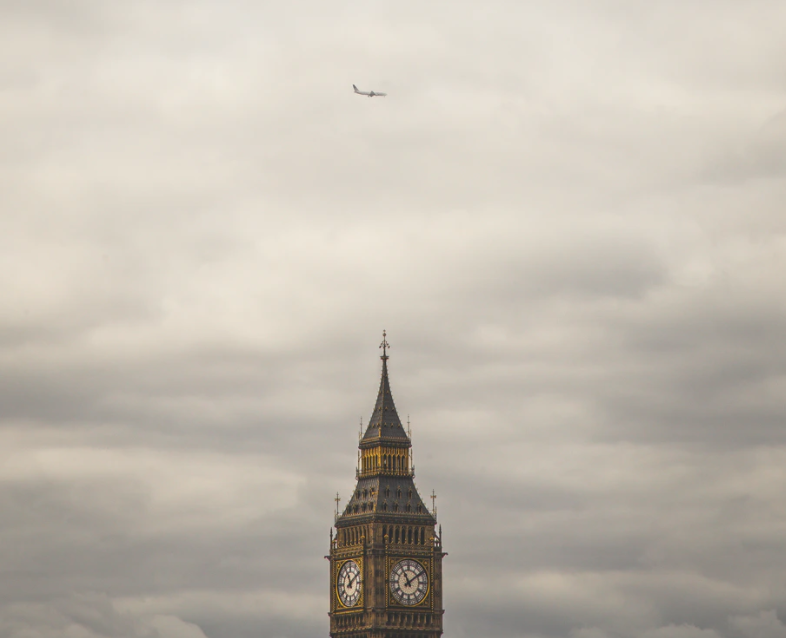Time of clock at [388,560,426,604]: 11:09
